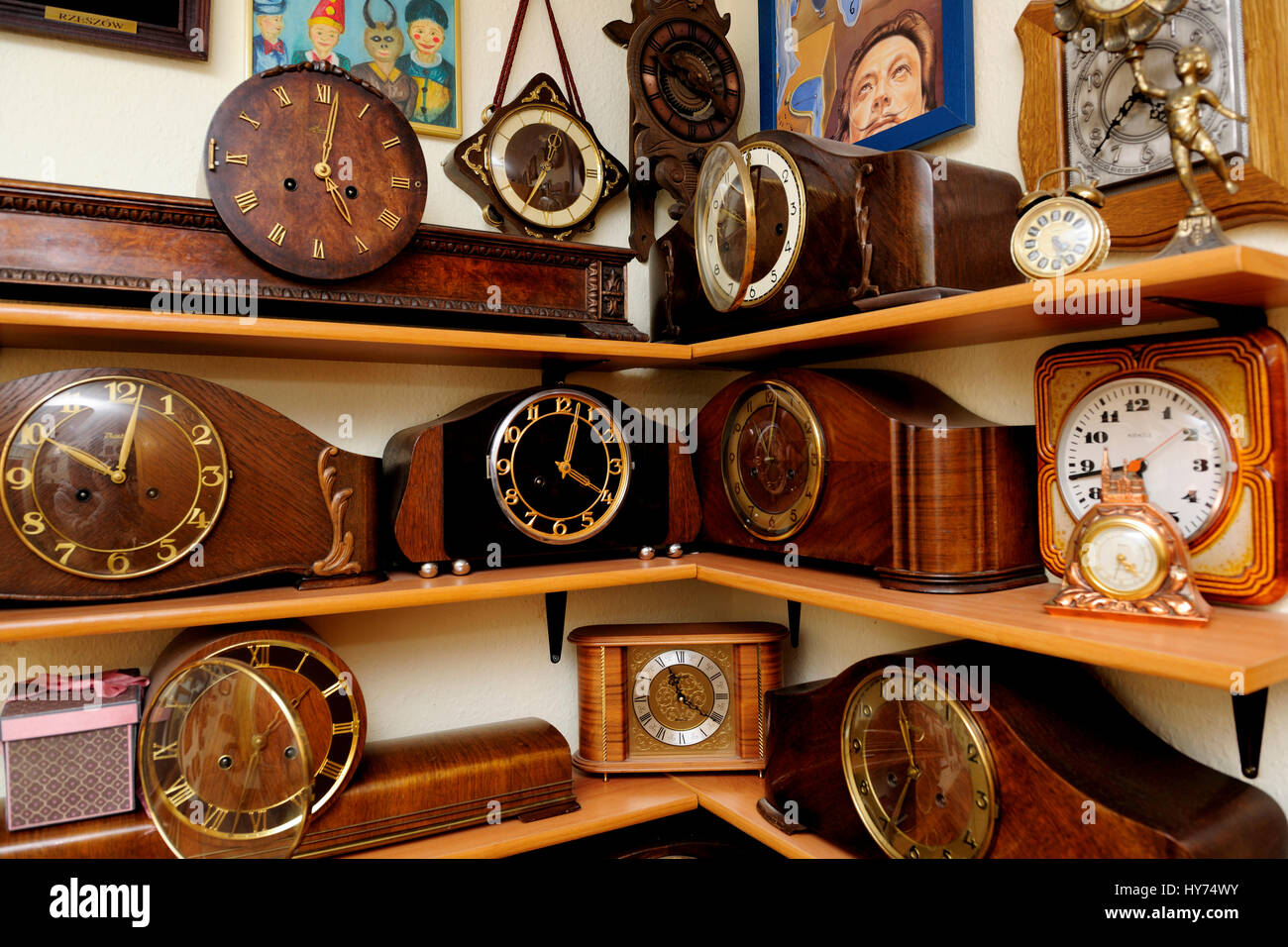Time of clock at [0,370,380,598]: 10:02
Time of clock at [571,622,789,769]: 11:21
